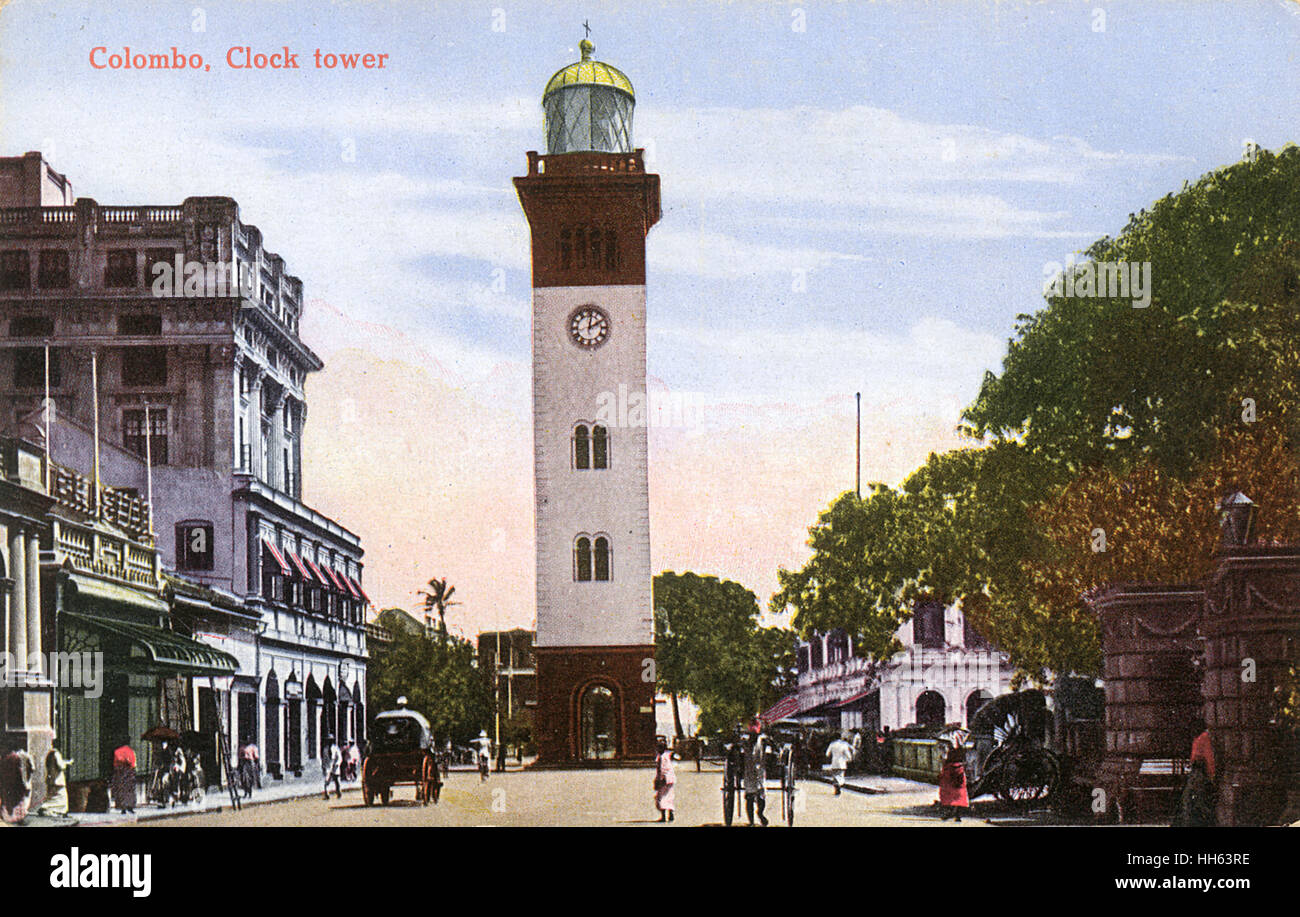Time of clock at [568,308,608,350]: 2:01
